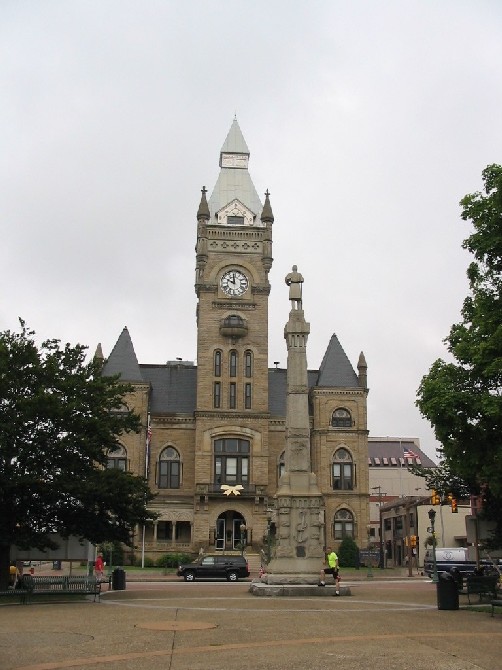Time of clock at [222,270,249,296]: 9:59
